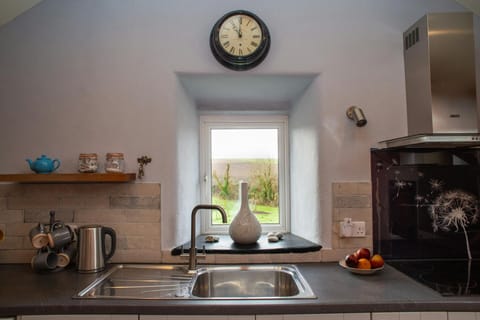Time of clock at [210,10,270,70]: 11:00
